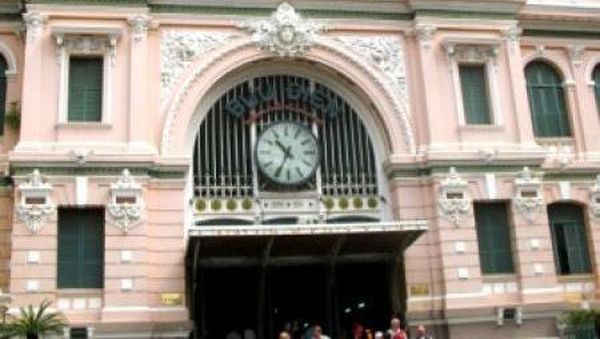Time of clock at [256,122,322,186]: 10:34
